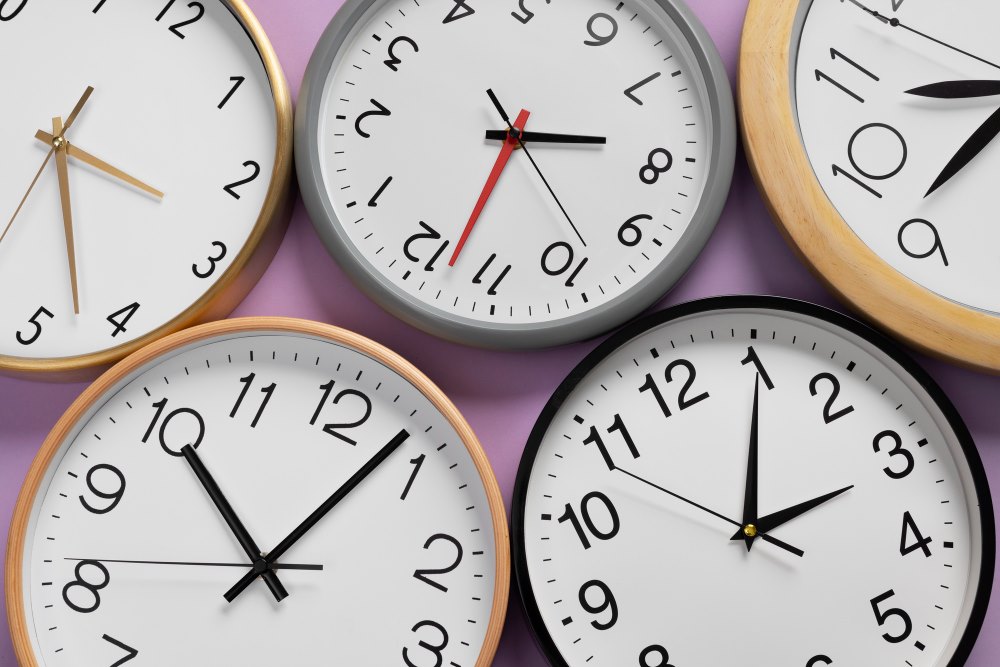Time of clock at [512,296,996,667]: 3:05
